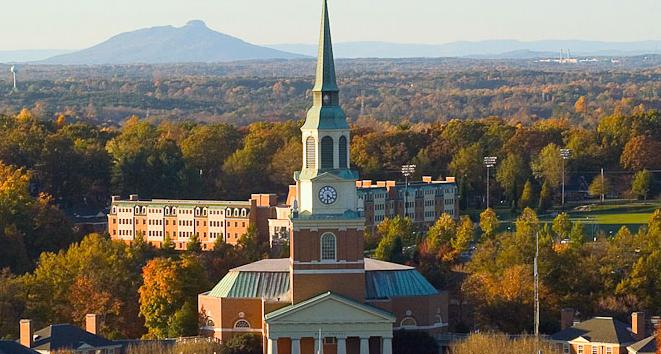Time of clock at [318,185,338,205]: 4:30
